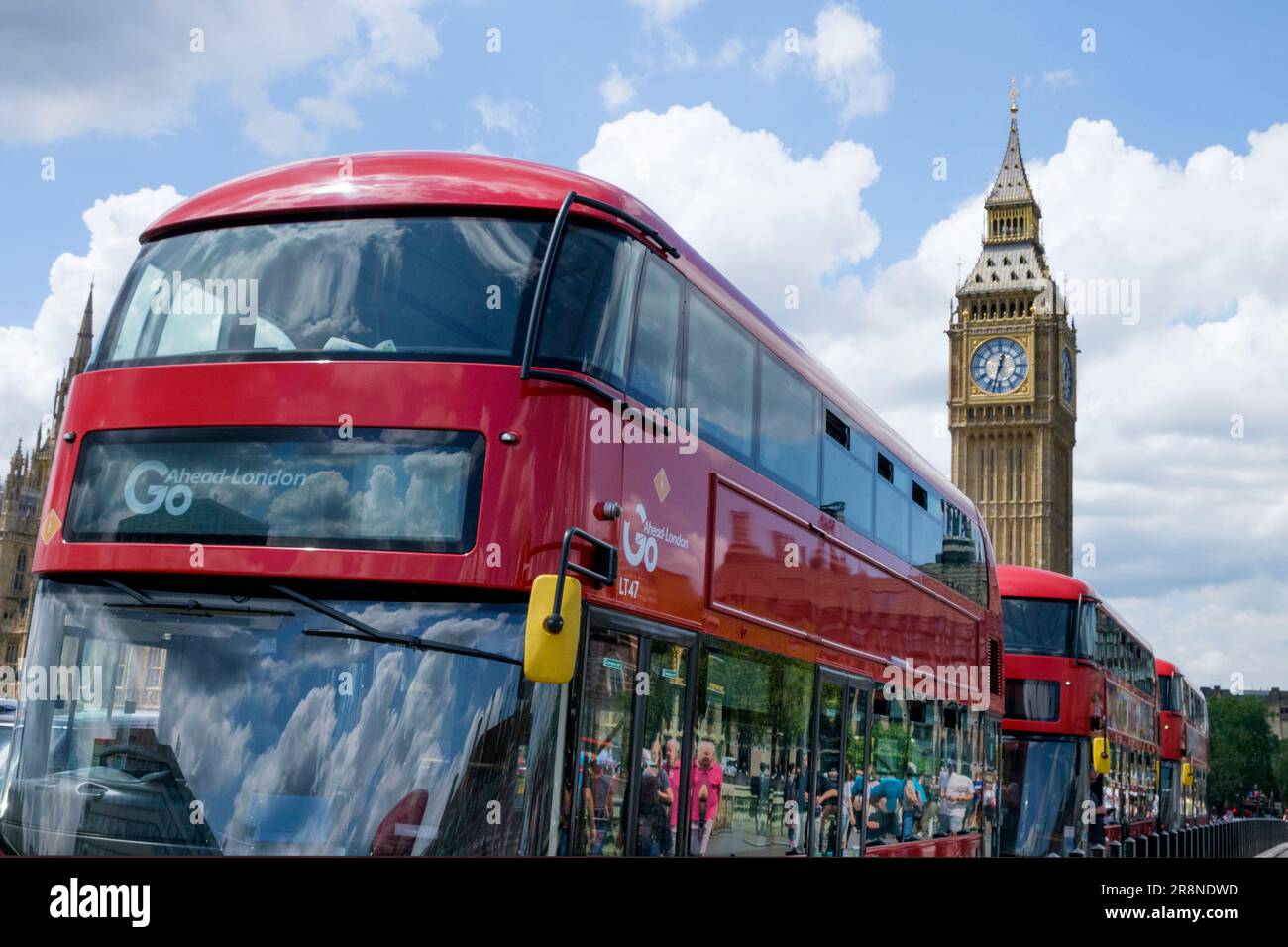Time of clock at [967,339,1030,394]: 12:32
